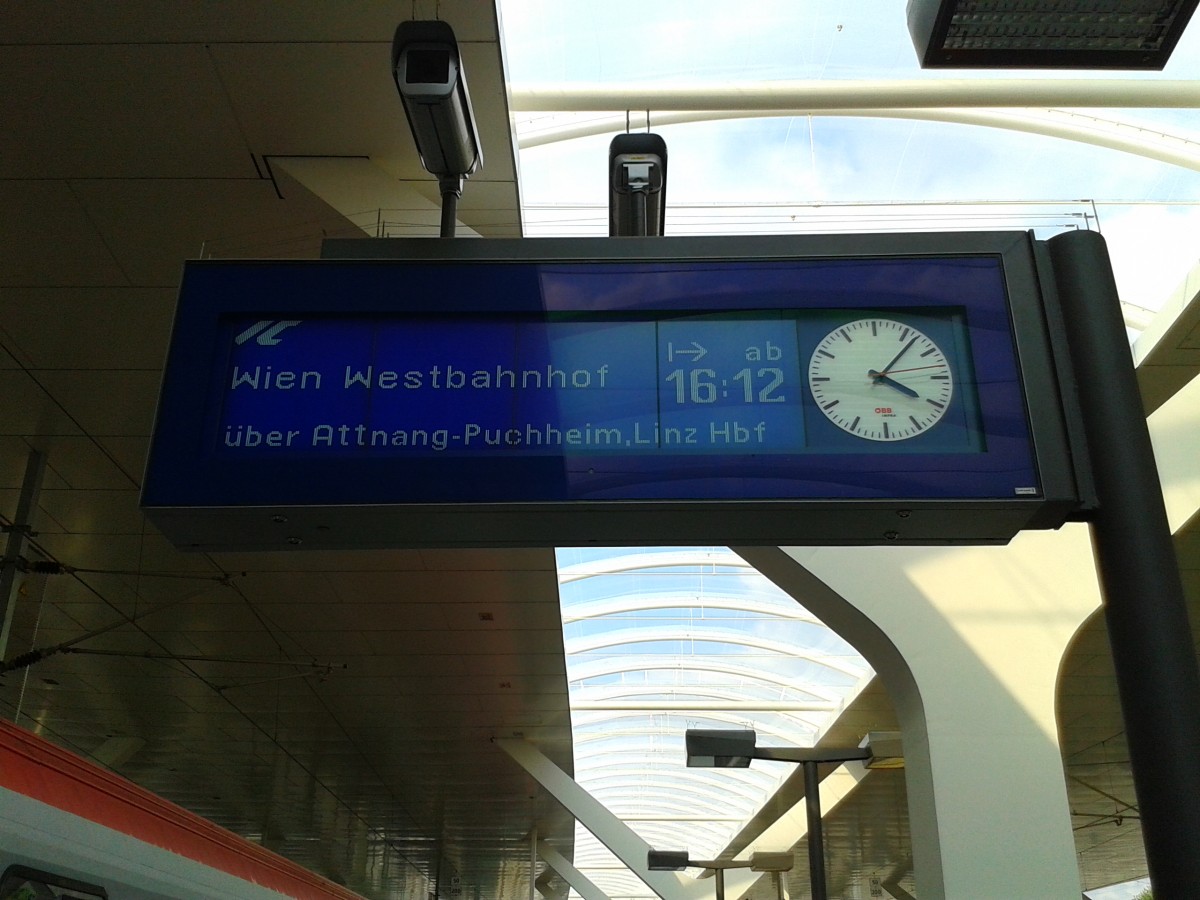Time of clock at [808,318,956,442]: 4:06
